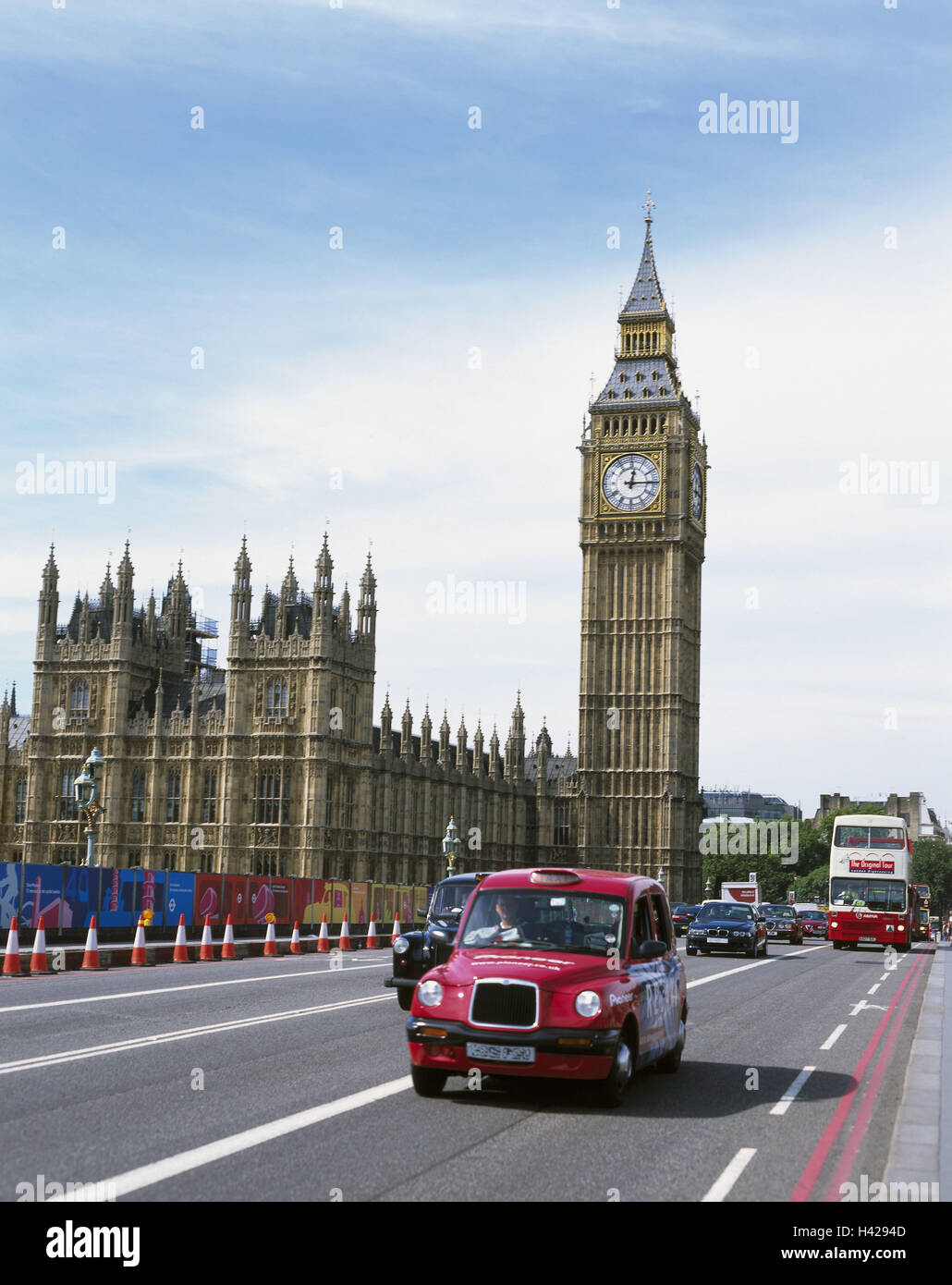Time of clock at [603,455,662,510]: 12:14
